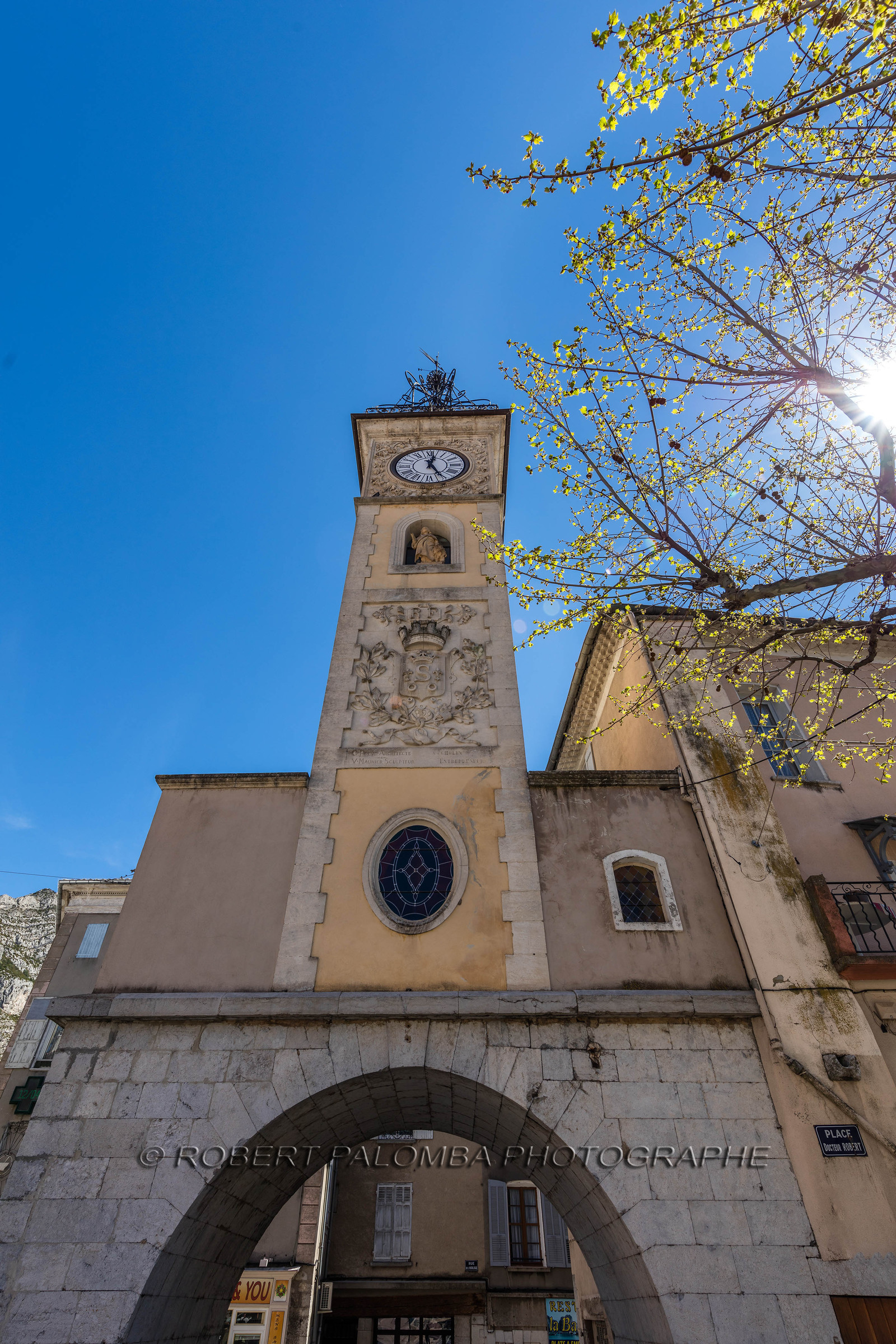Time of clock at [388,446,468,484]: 12:24
